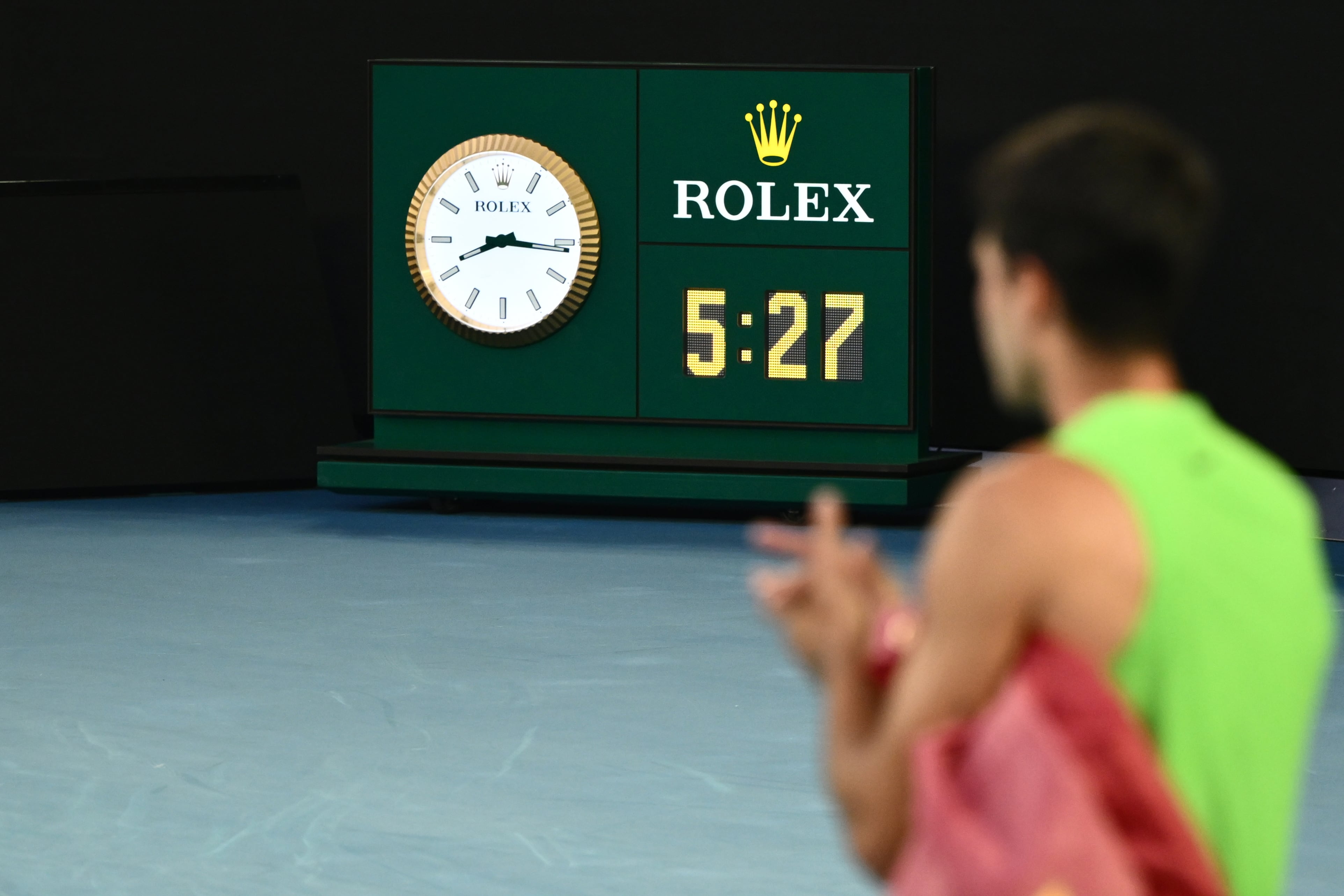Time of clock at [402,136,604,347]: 8:15
